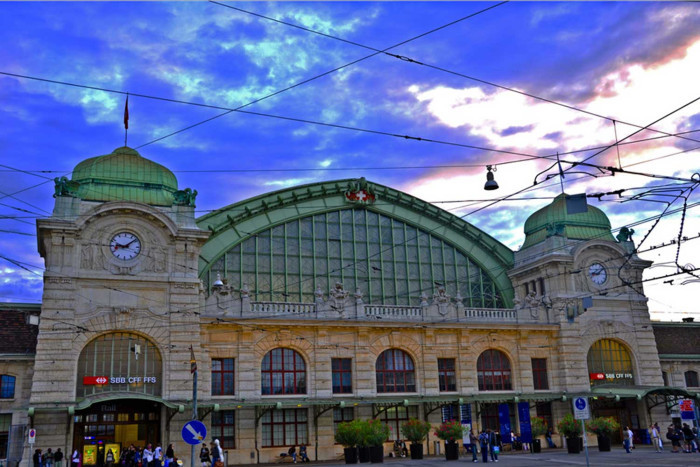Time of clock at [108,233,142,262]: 9:08
